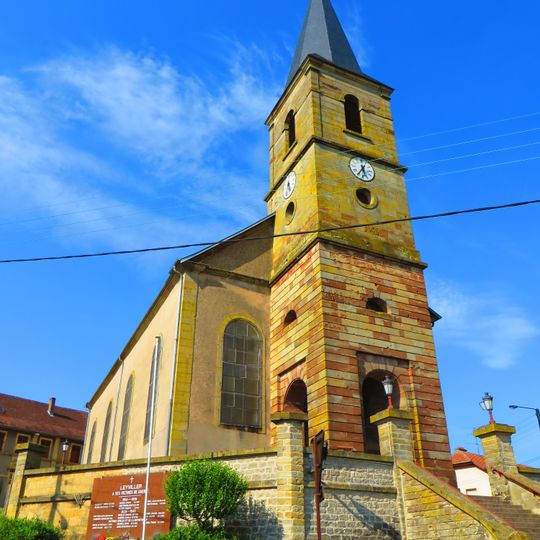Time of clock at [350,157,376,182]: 5:35
